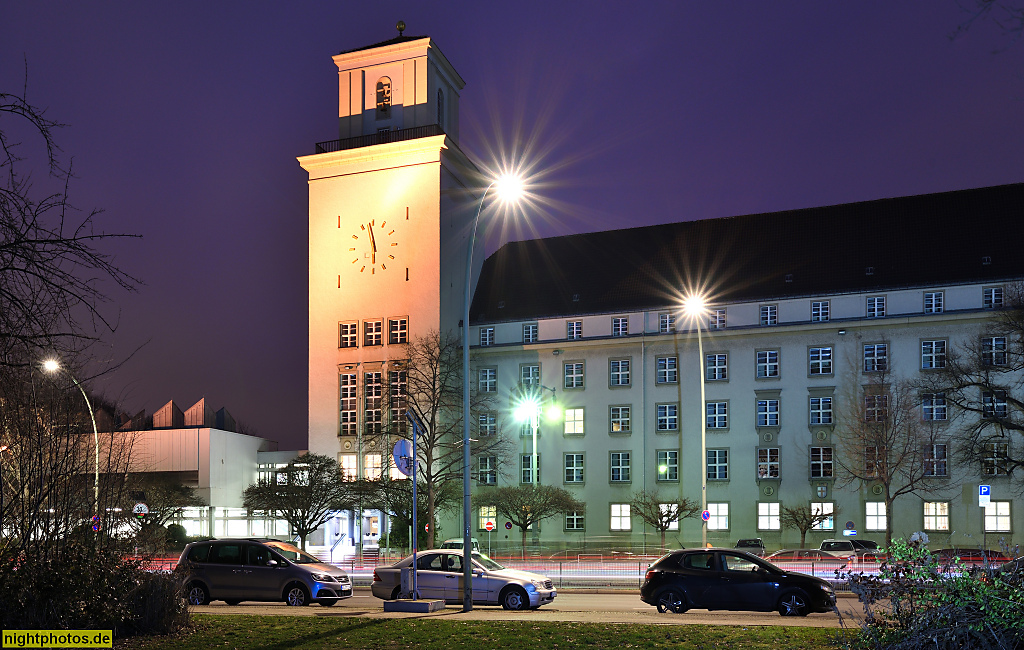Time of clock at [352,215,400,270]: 5:58
